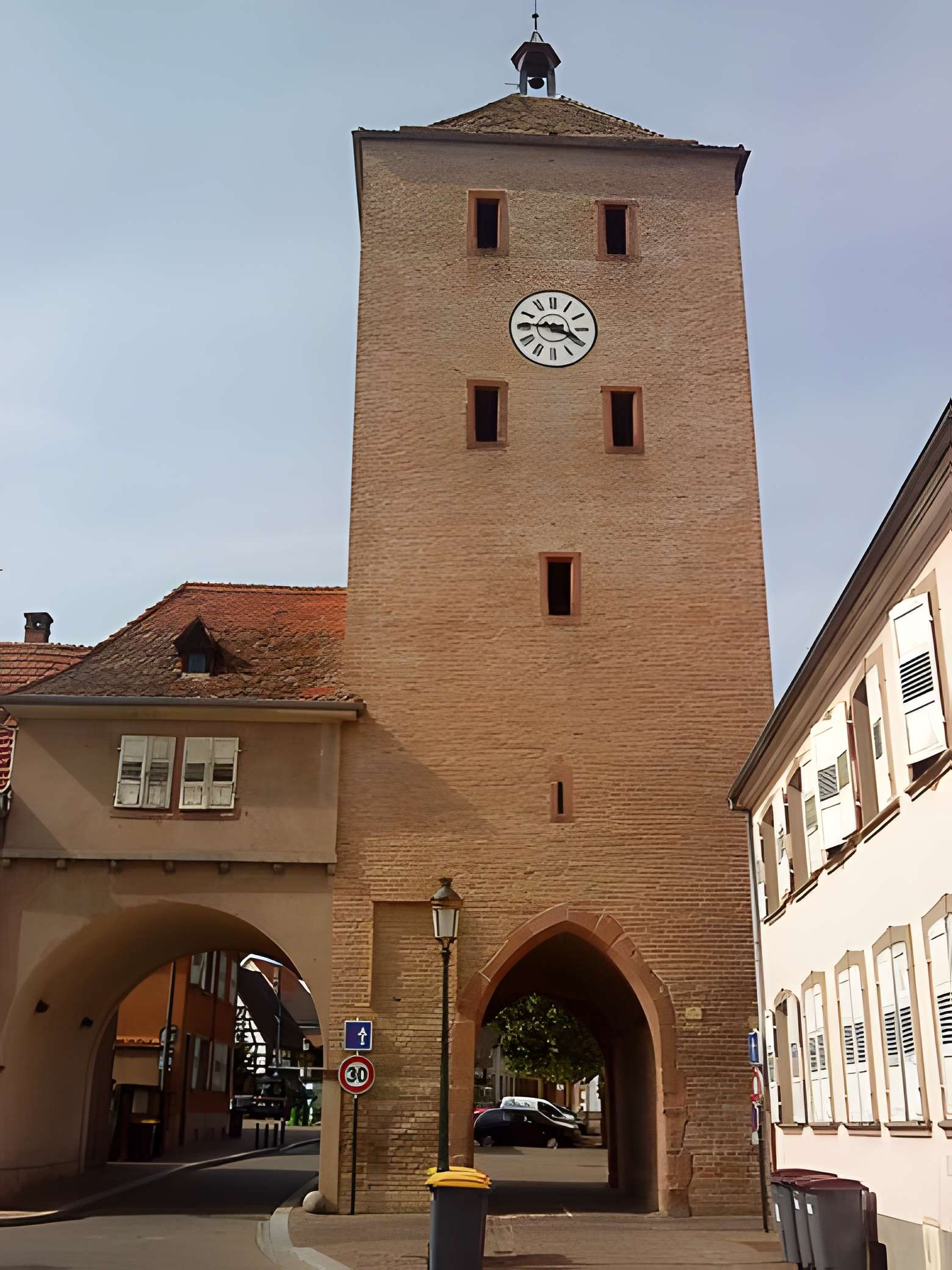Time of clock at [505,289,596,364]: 3:45
